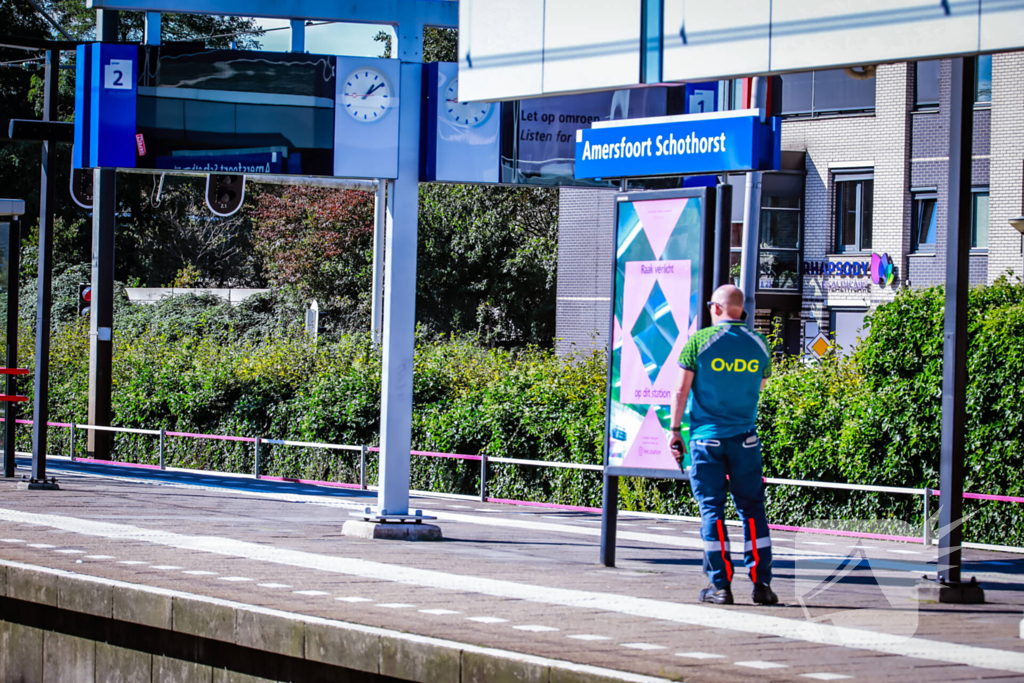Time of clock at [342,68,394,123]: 1:09
